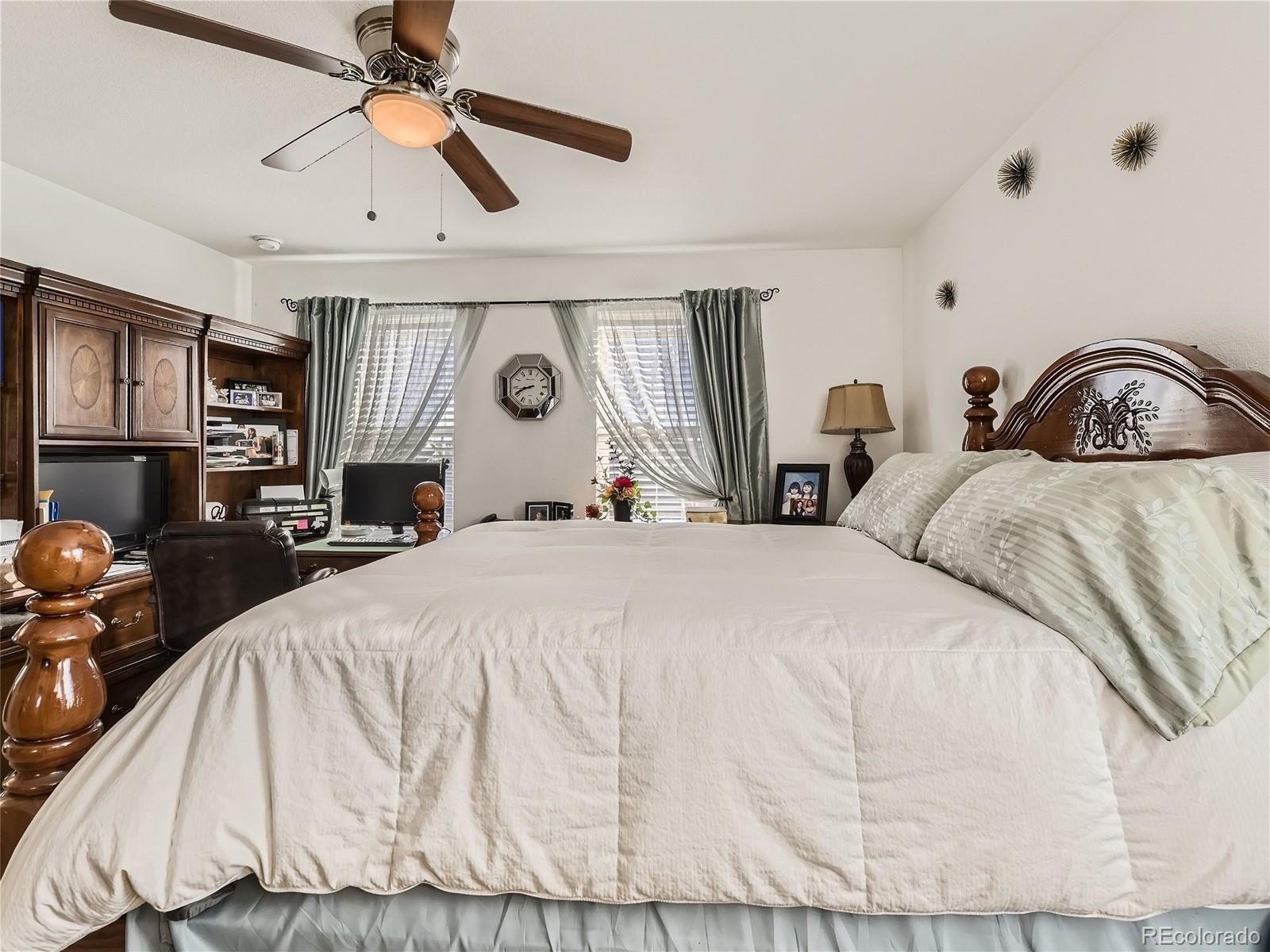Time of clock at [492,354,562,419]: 8:41
